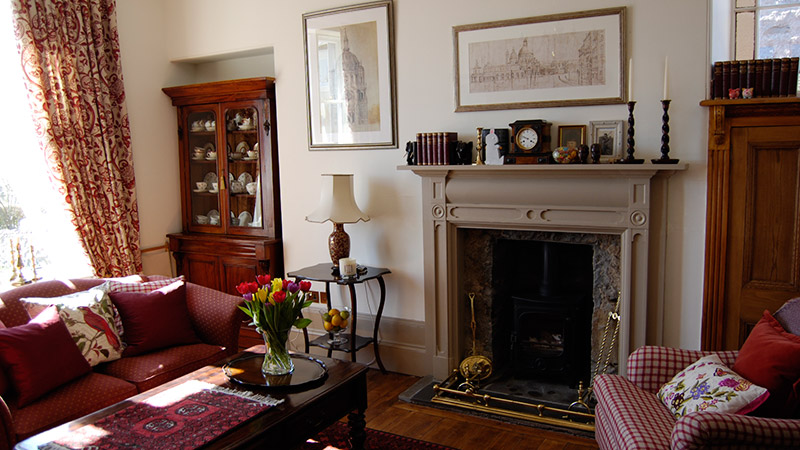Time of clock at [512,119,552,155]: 3:48
